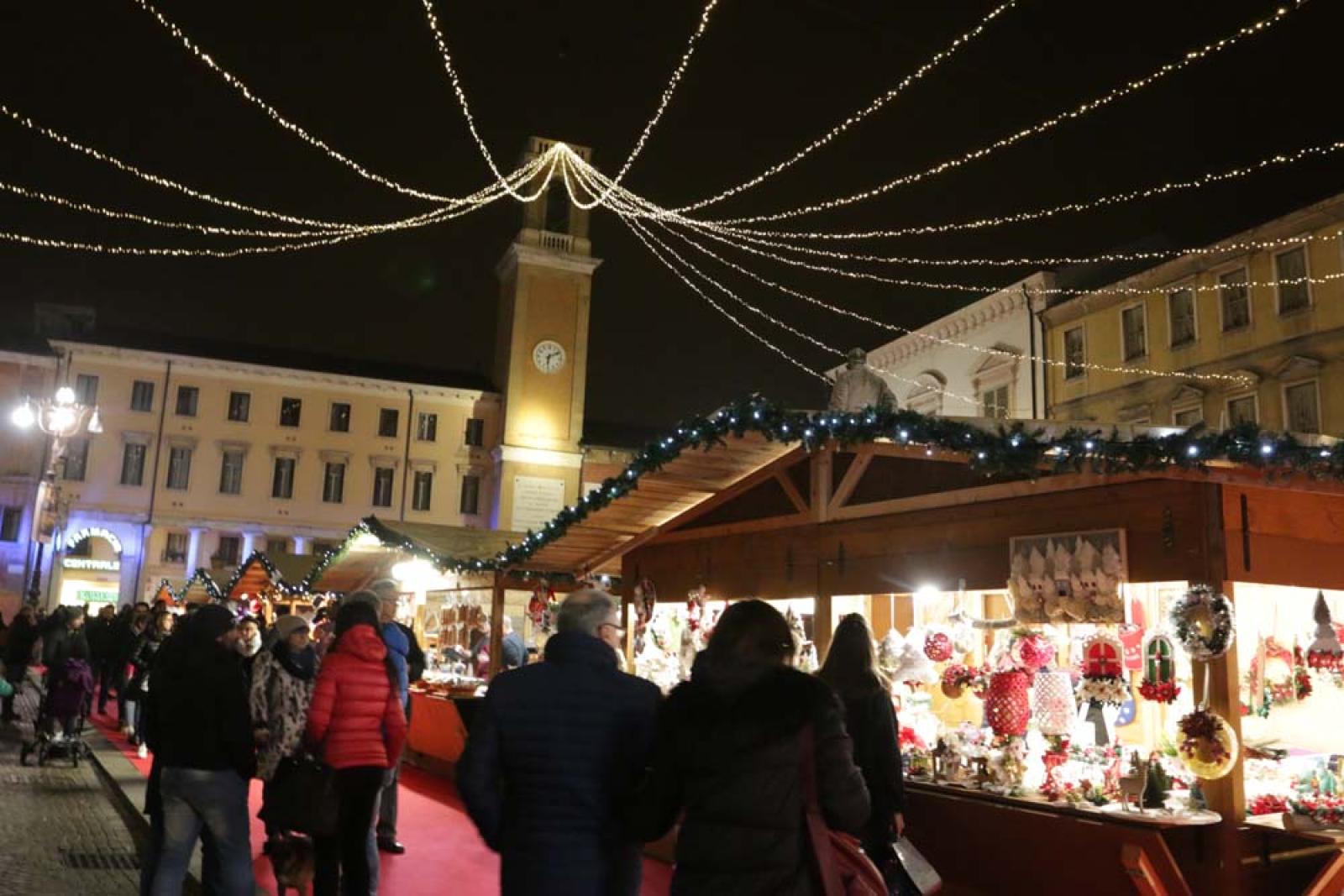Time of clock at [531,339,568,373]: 6:10
